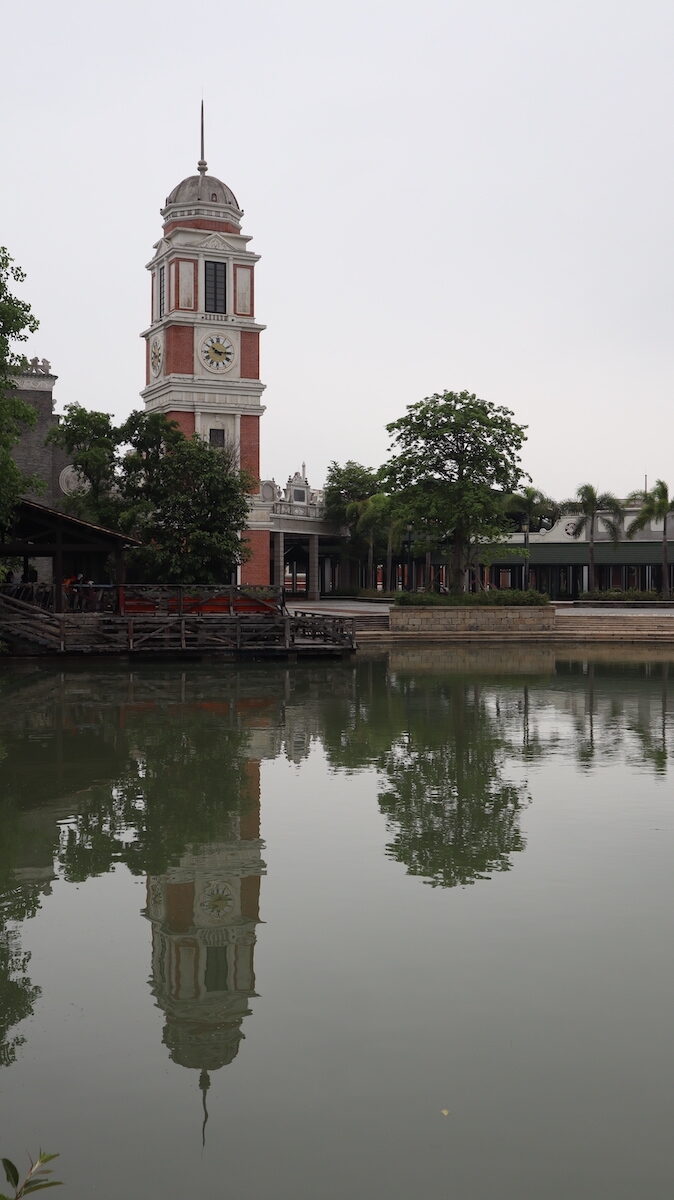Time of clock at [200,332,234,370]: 10:14
